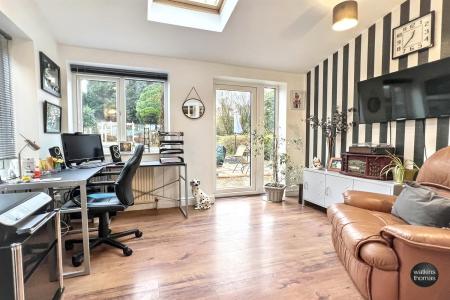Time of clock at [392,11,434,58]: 12:38
